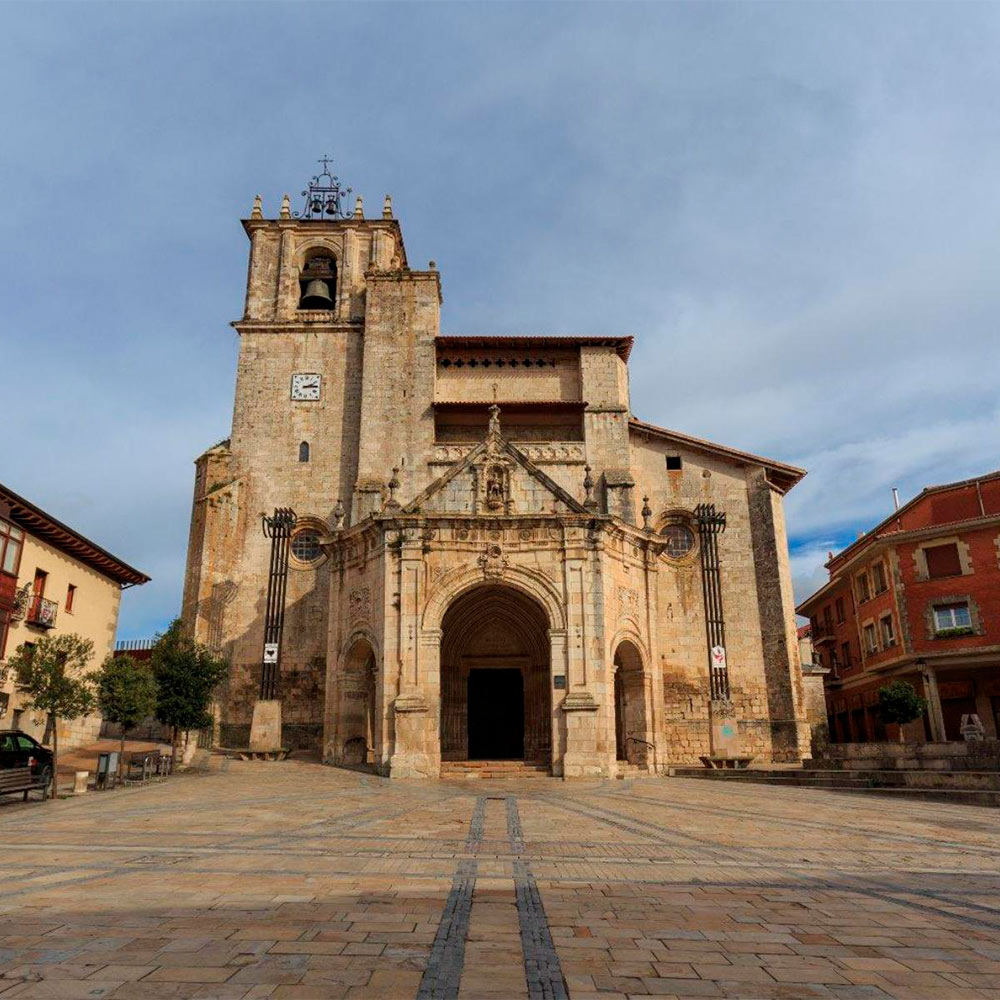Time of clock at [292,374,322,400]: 2:14
